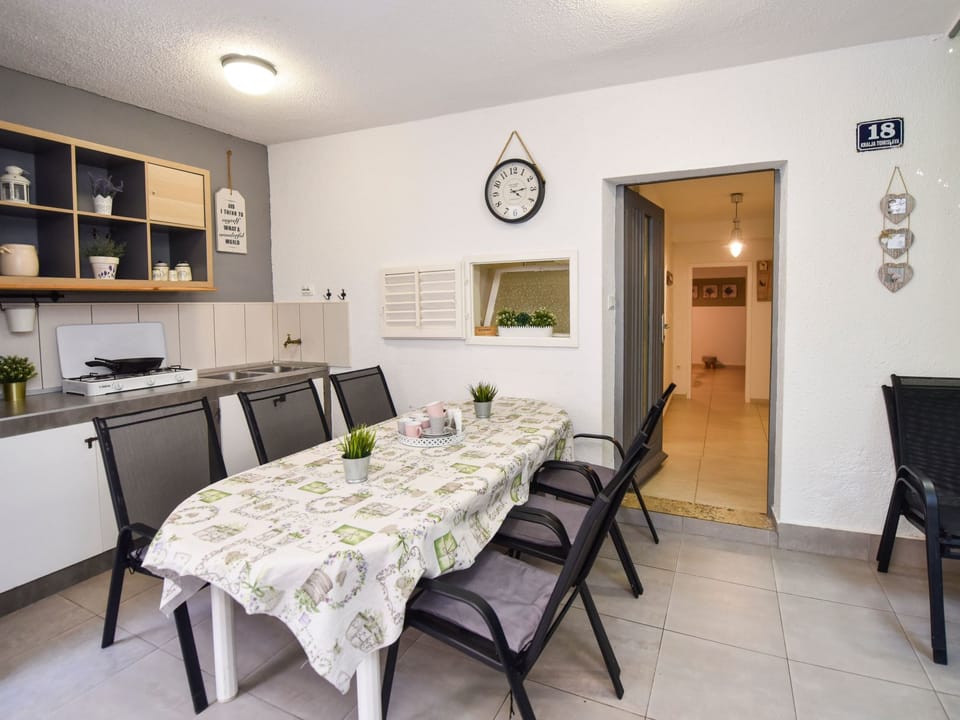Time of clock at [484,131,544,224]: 4:13
